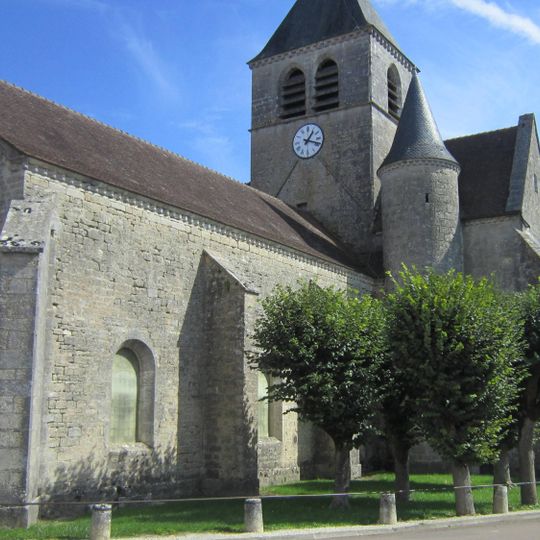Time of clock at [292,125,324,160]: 1:18
